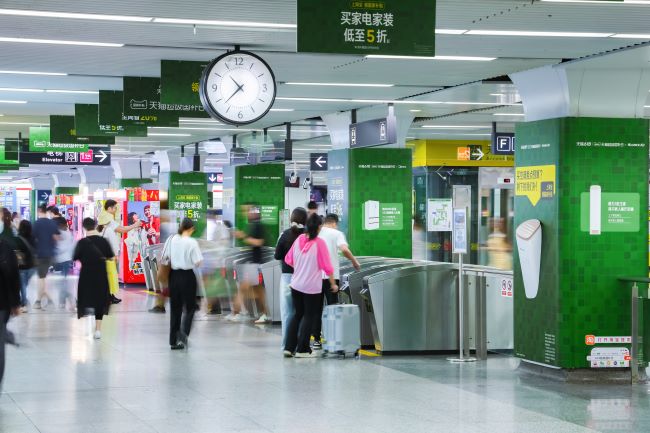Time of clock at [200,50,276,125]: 10:37
